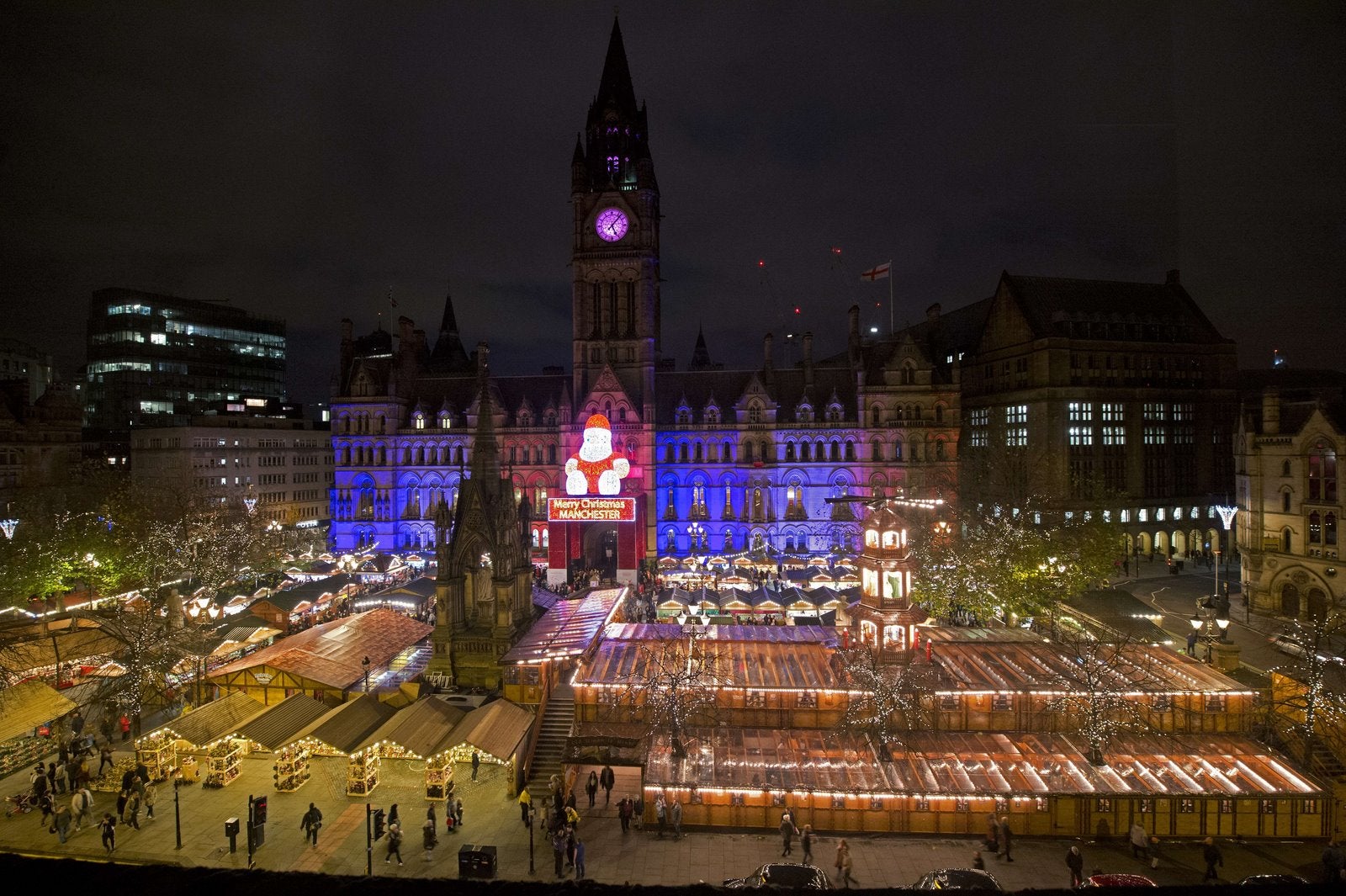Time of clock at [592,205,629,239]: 5:06
